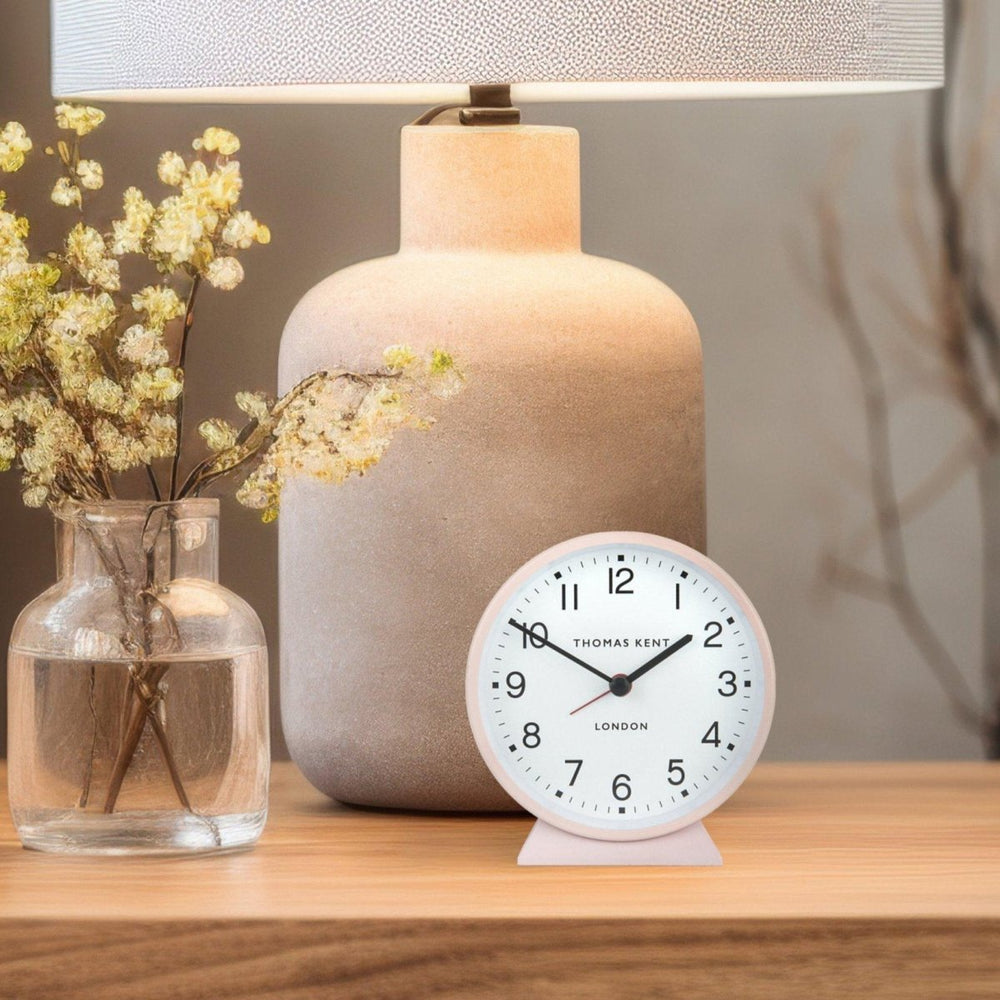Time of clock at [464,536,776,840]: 1:50
